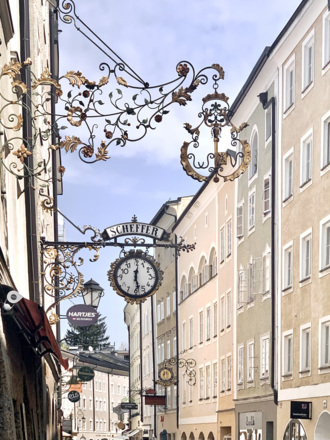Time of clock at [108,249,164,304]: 12:27
